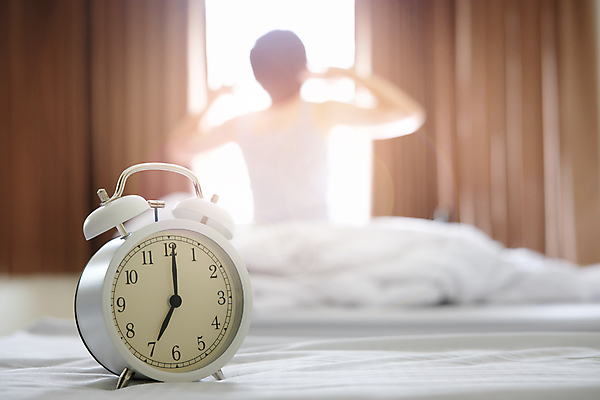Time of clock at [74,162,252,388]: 7:00
